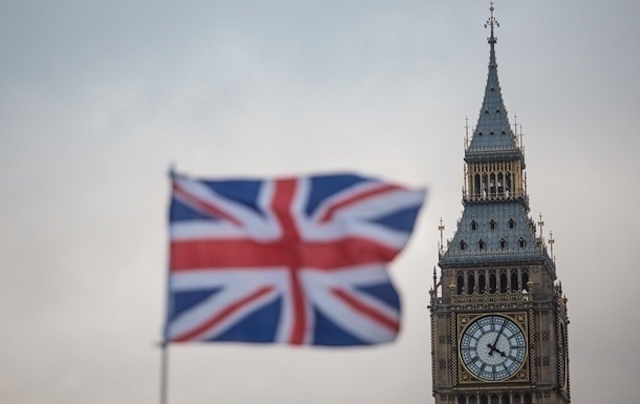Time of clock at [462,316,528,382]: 4:04
